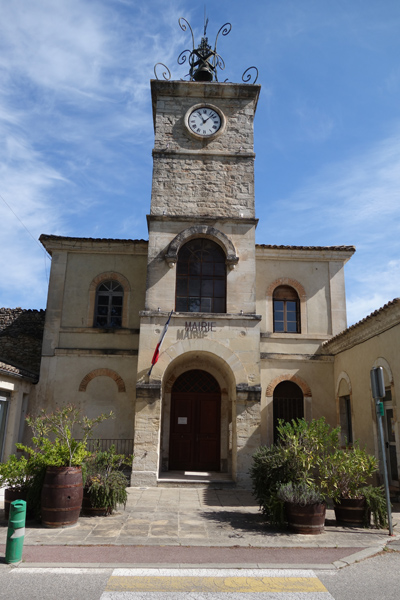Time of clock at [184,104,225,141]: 11:07
